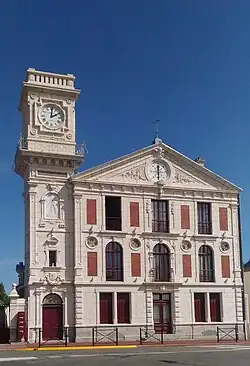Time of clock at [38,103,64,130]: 2:01
